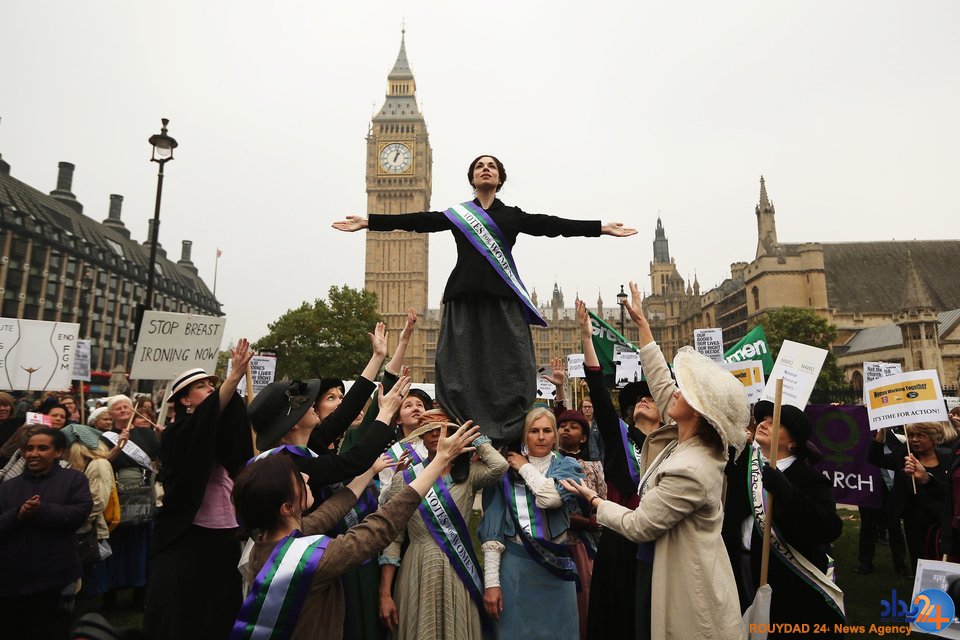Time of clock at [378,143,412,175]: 1:02
